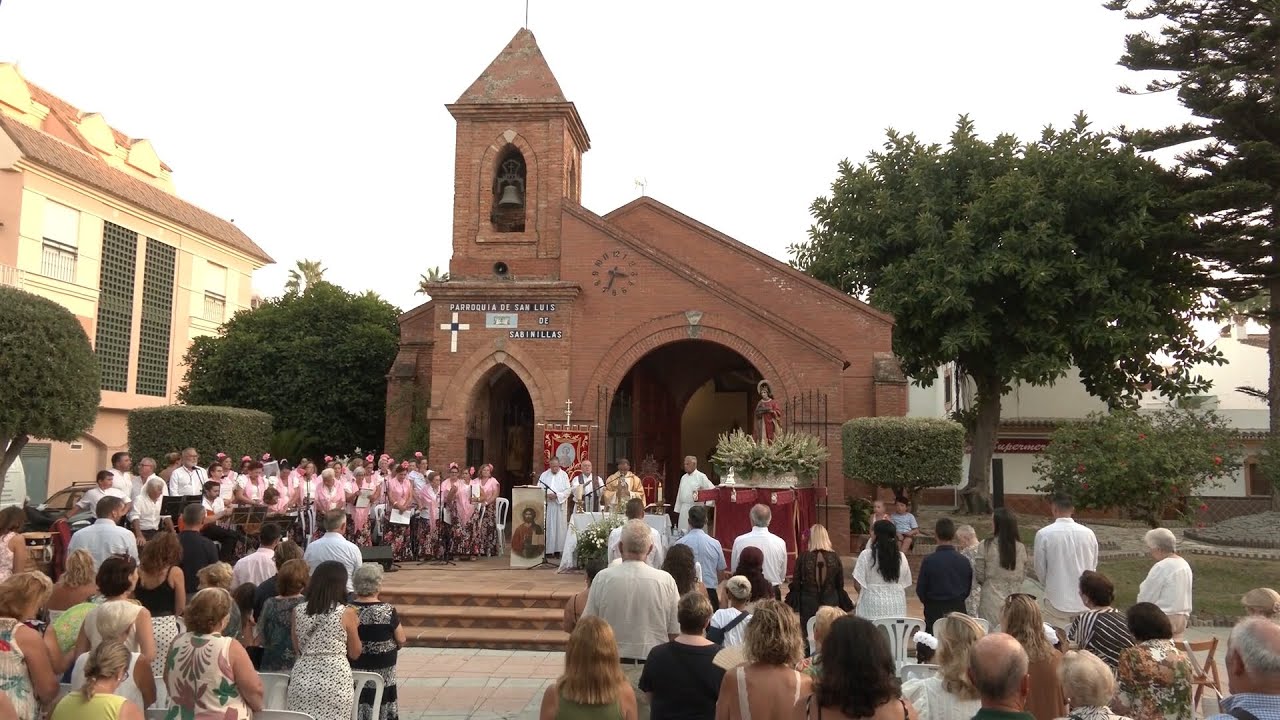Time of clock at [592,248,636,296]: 3:33
